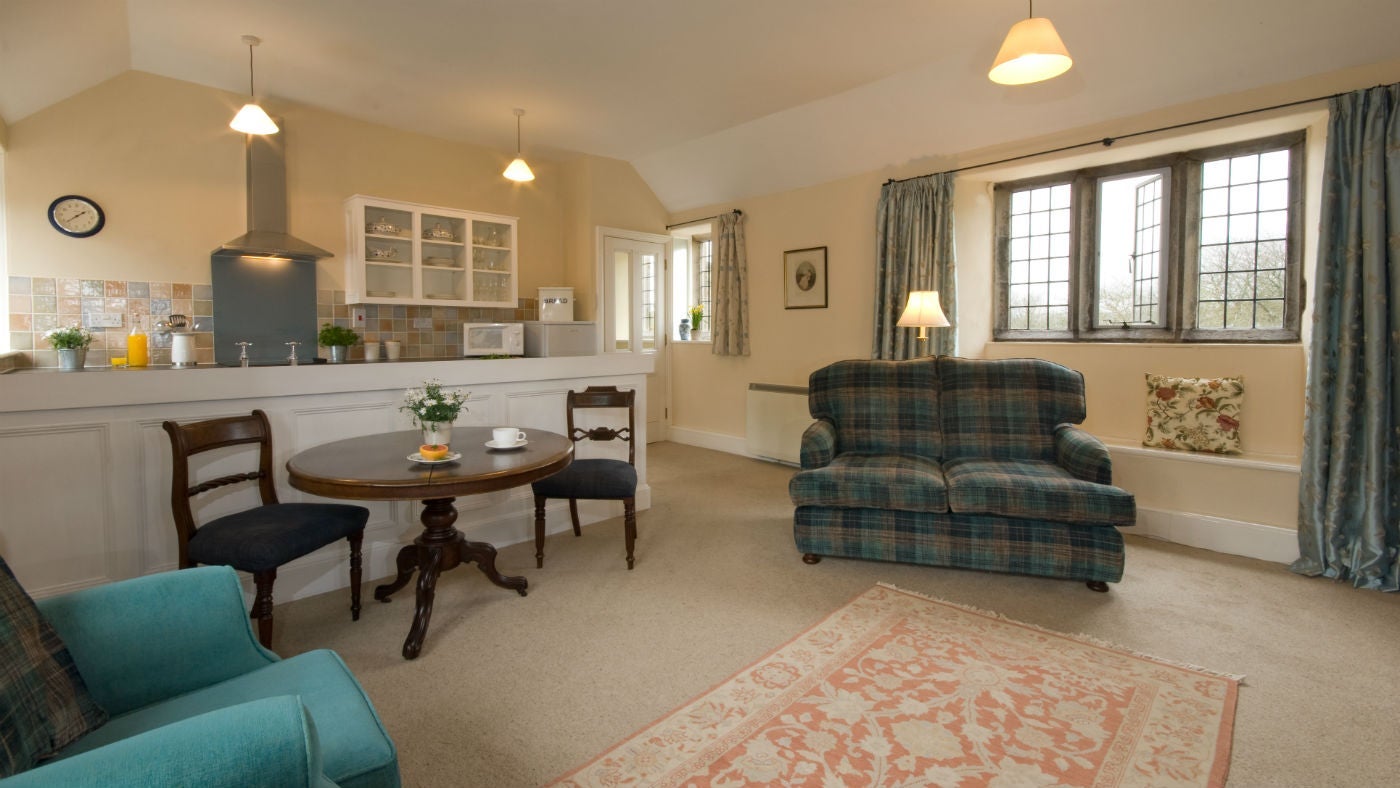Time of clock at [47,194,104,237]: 1:37
